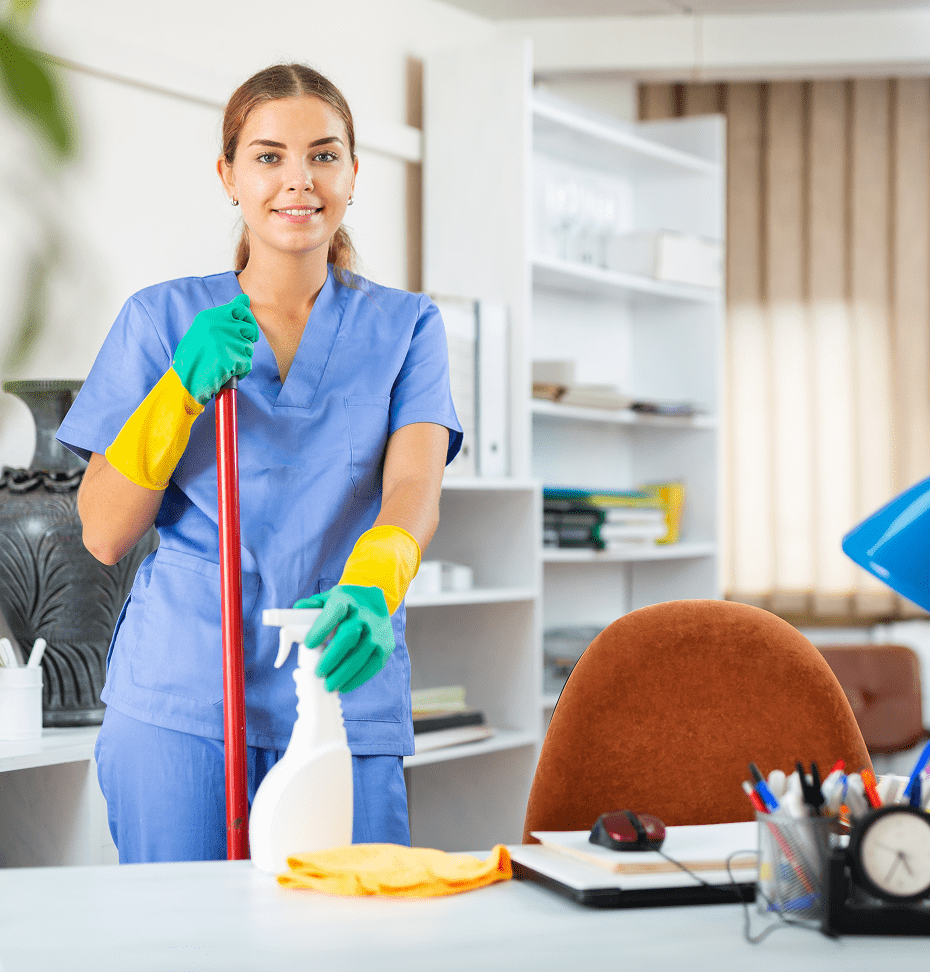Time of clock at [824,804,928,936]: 4:34
